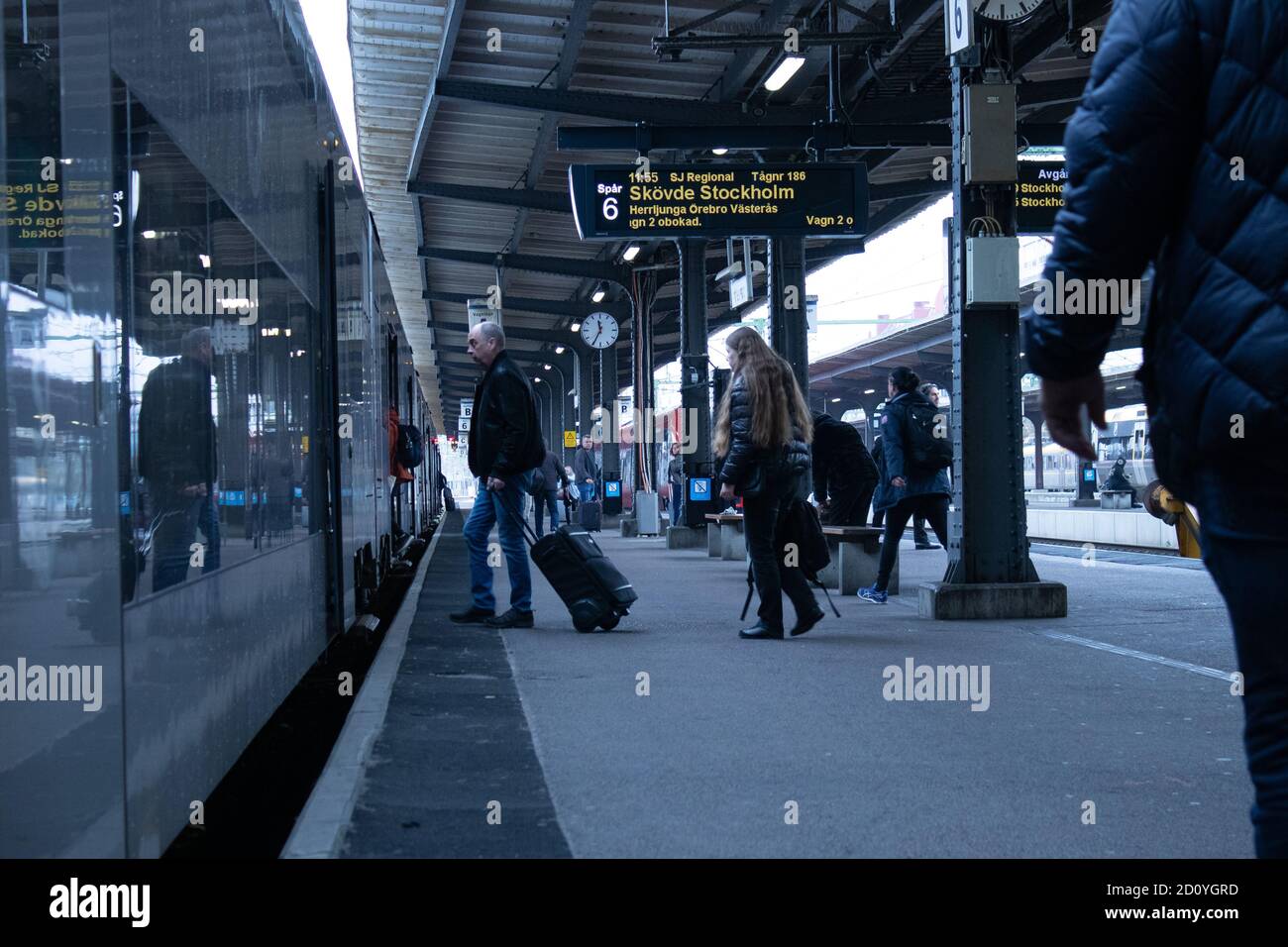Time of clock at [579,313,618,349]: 11:34
